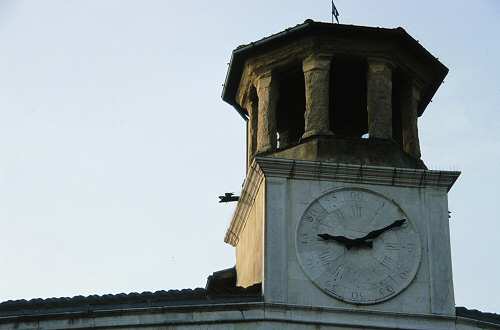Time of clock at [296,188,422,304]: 9:09
